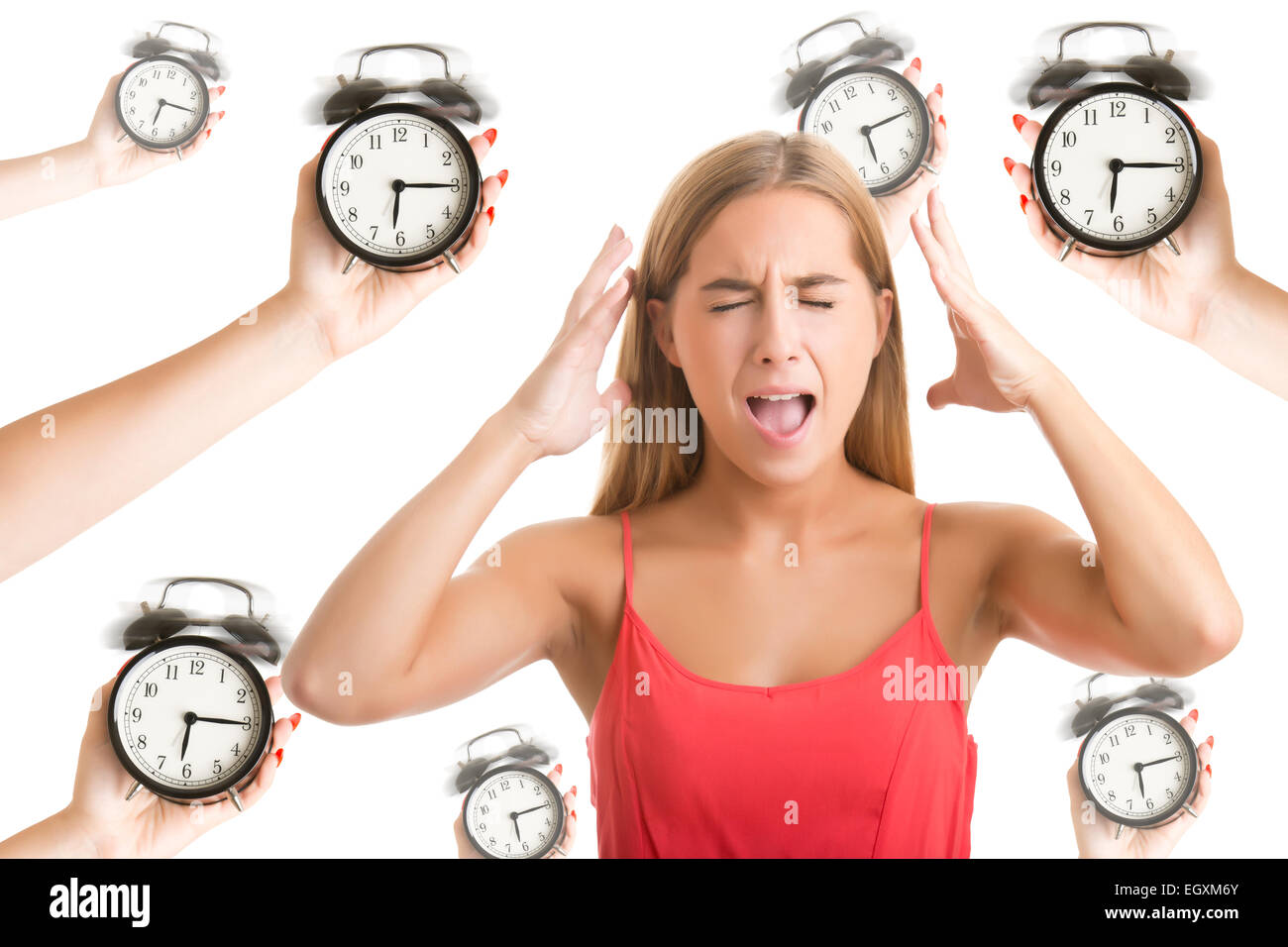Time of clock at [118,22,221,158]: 6:15
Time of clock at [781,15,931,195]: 6:15
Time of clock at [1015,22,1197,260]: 6:14
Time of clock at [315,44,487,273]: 6:15
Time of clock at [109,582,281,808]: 6:15
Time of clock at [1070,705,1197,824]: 6:15
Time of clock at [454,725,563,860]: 6:15
